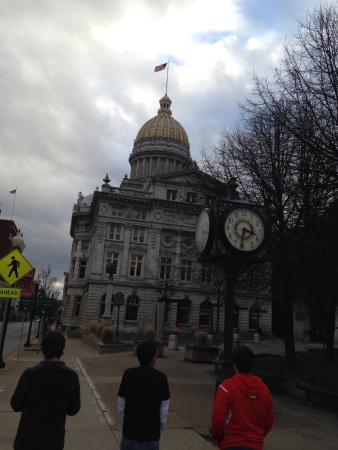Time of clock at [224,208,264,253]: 3:32
